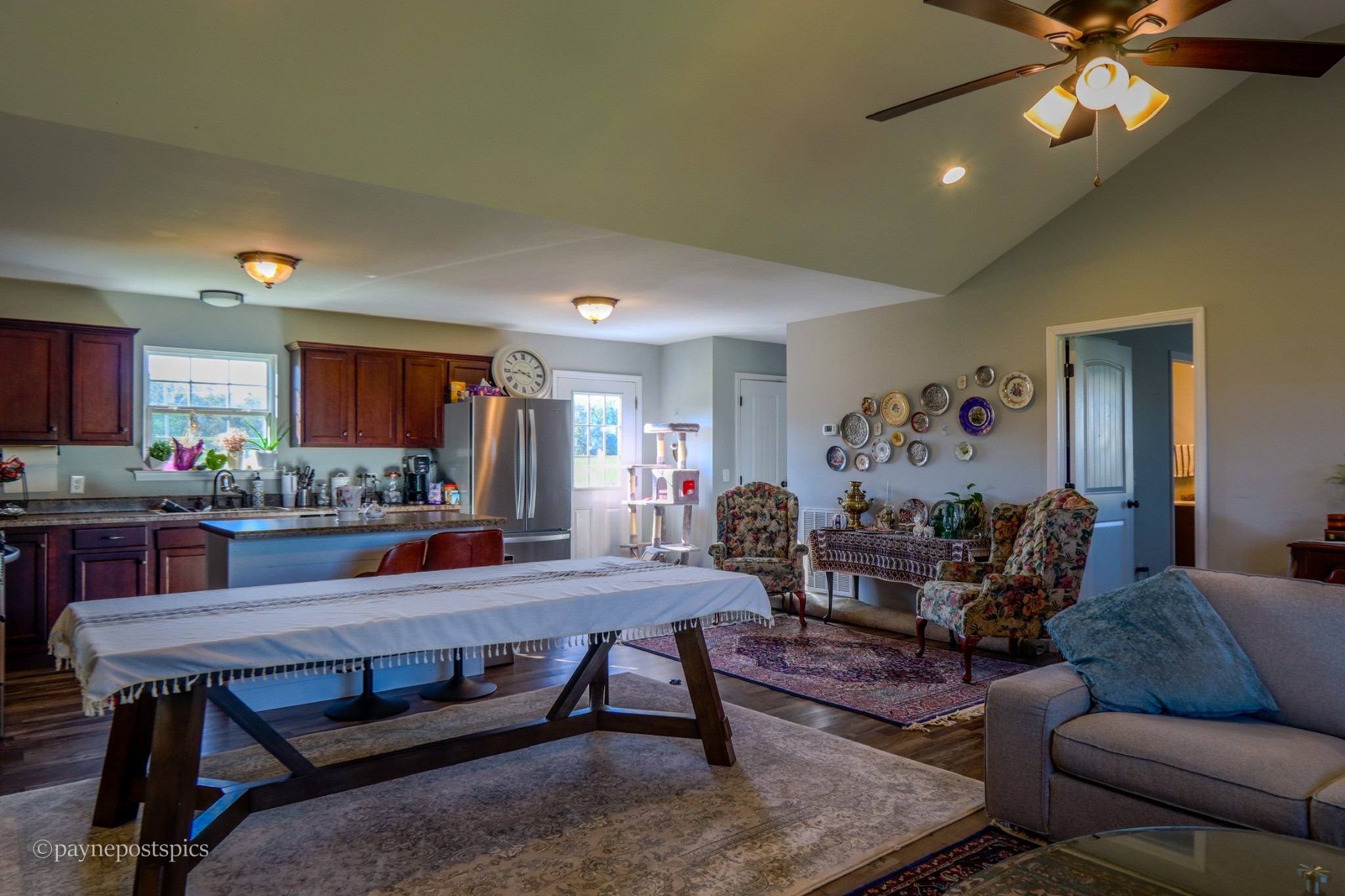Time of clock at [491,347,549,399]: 3:43
